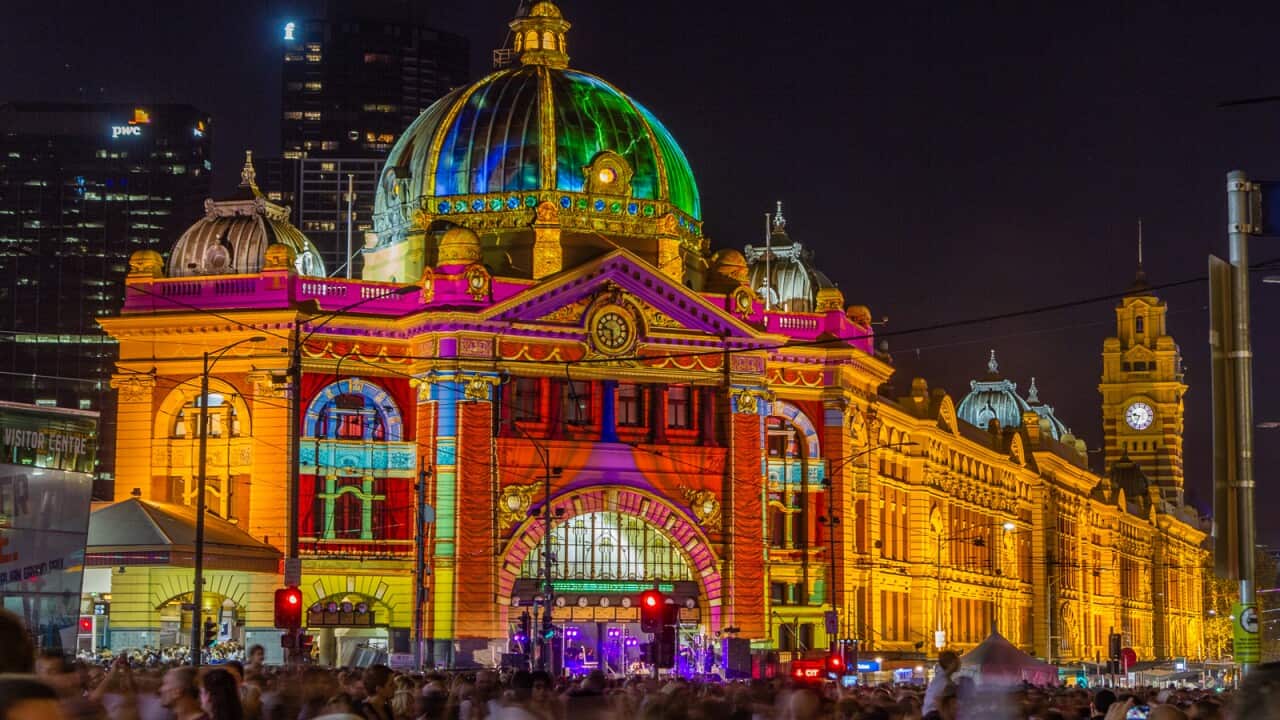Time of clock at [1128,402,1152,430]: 9:33
